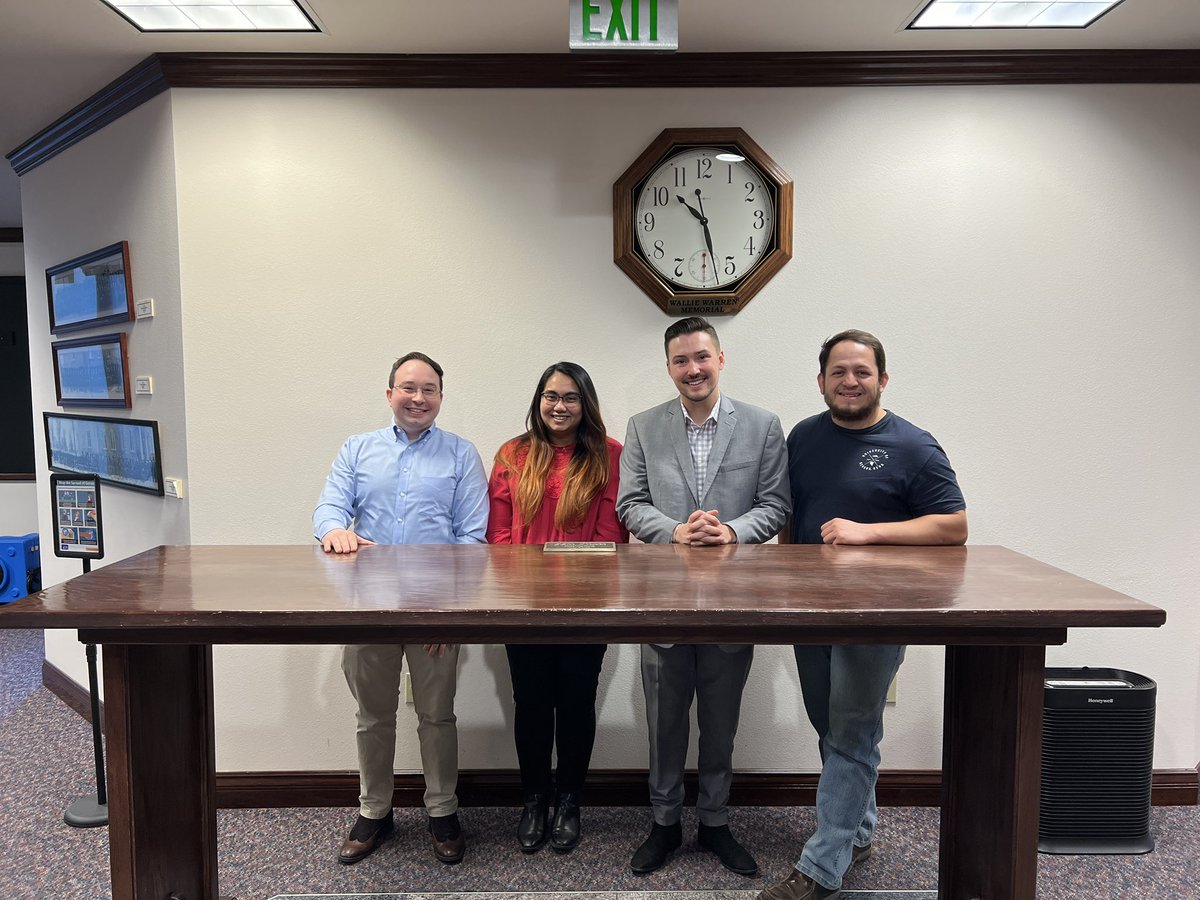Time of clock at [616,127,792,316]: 10:27
